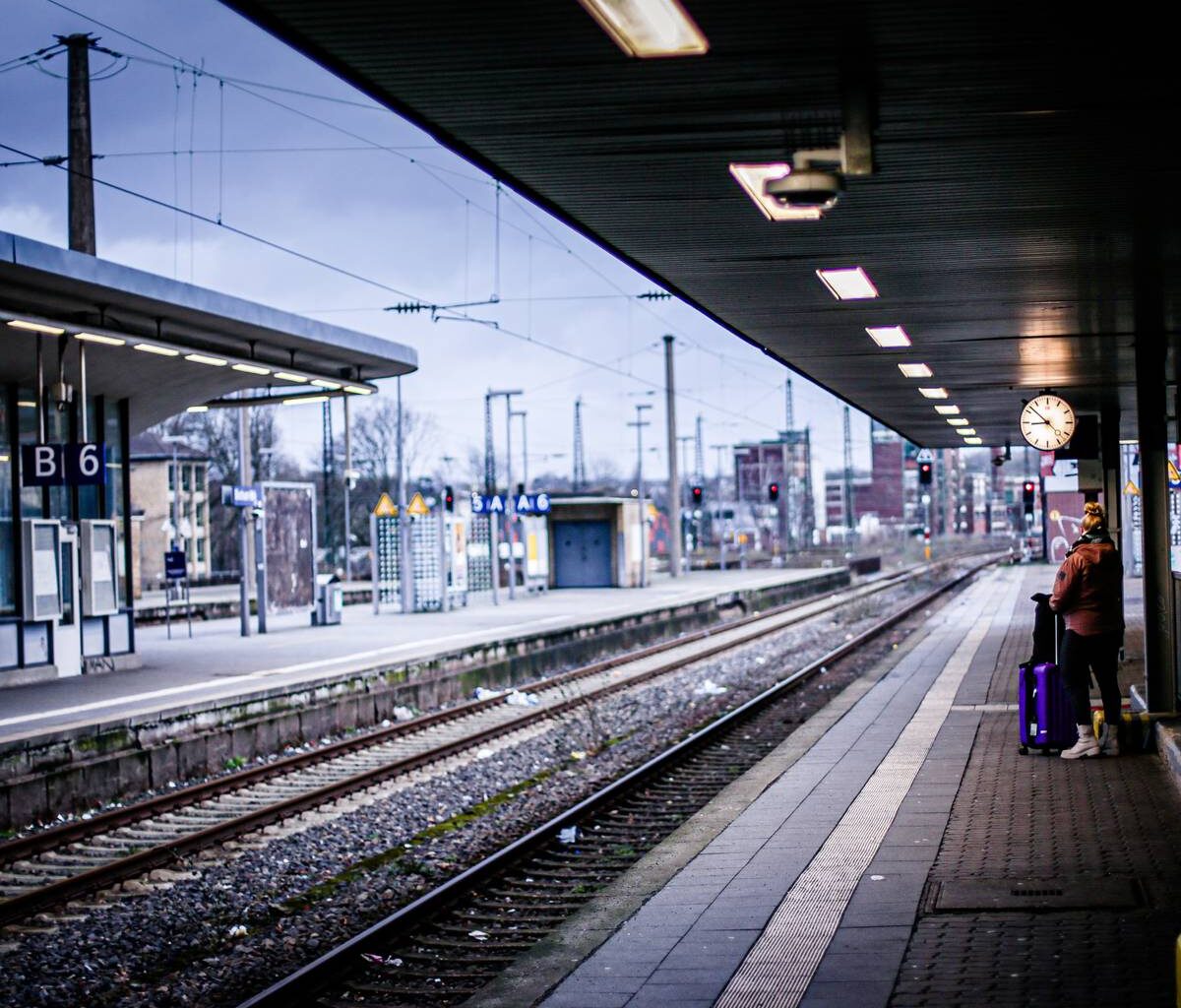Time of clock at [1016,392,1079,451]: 8:52
